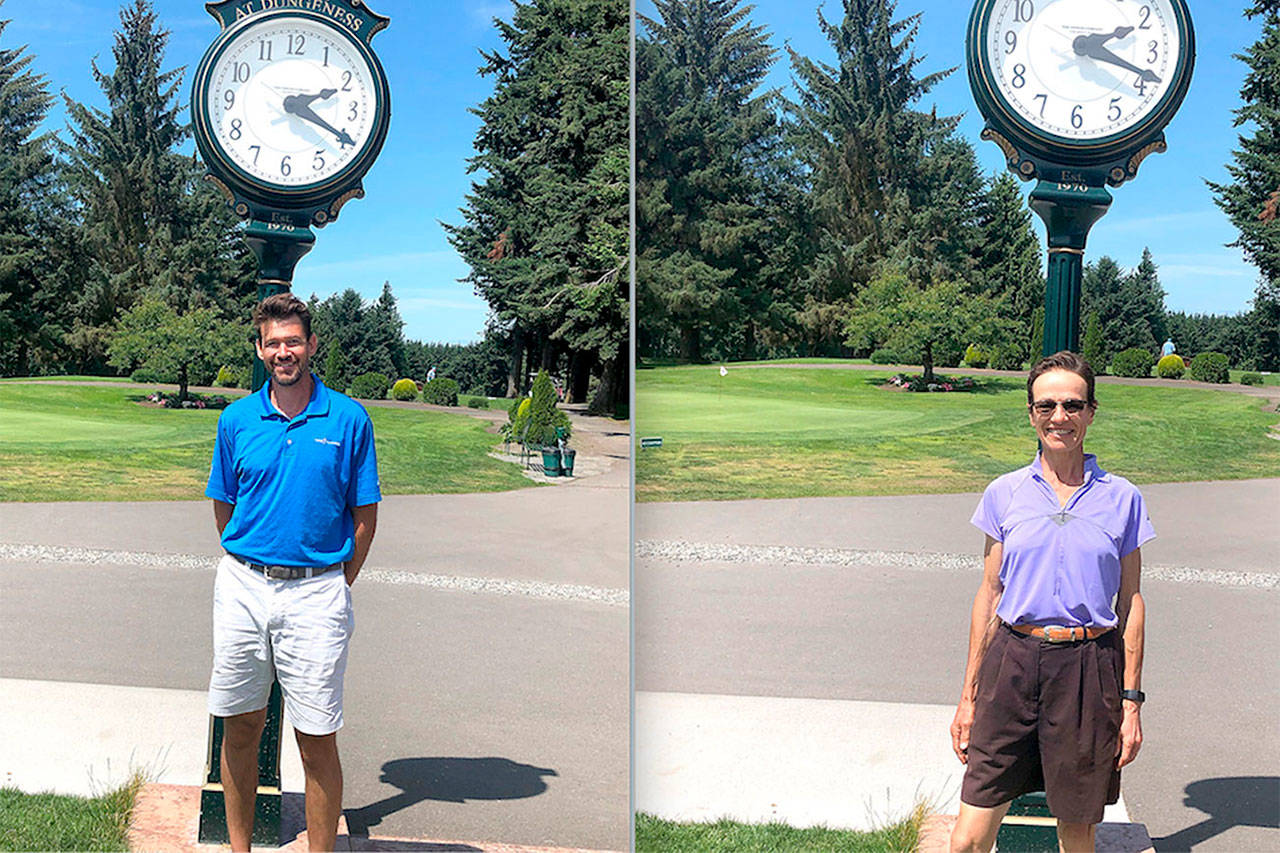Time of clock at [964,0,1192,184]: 2:18
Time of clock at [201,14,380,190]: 2:19
